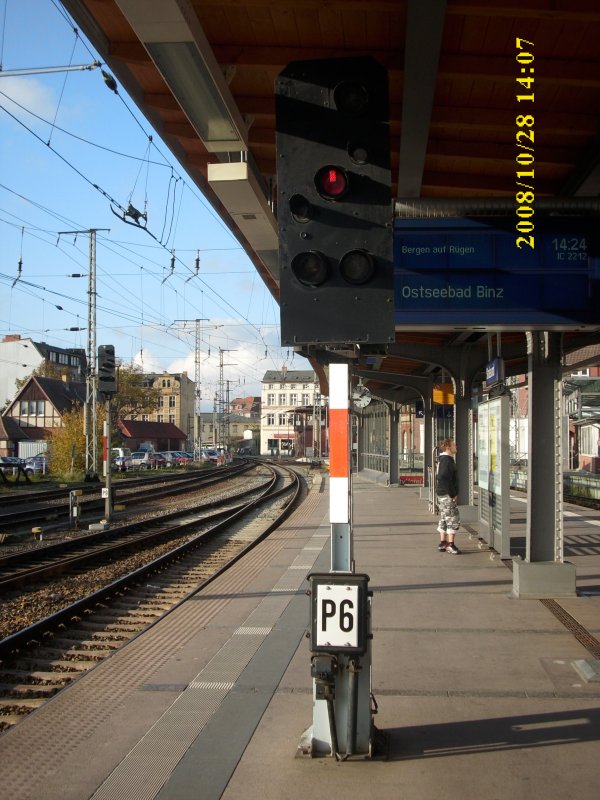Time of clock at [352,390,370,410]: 2:06
